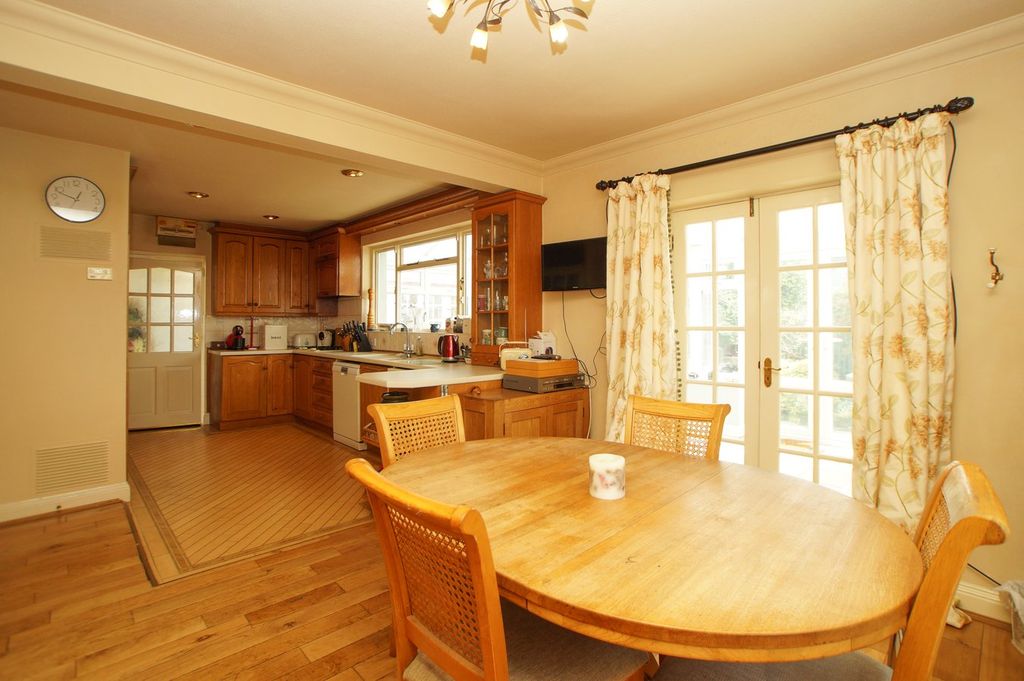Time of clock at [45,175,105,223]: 12:48
